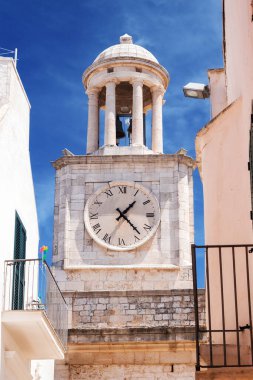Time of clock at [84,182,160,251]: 1:23
